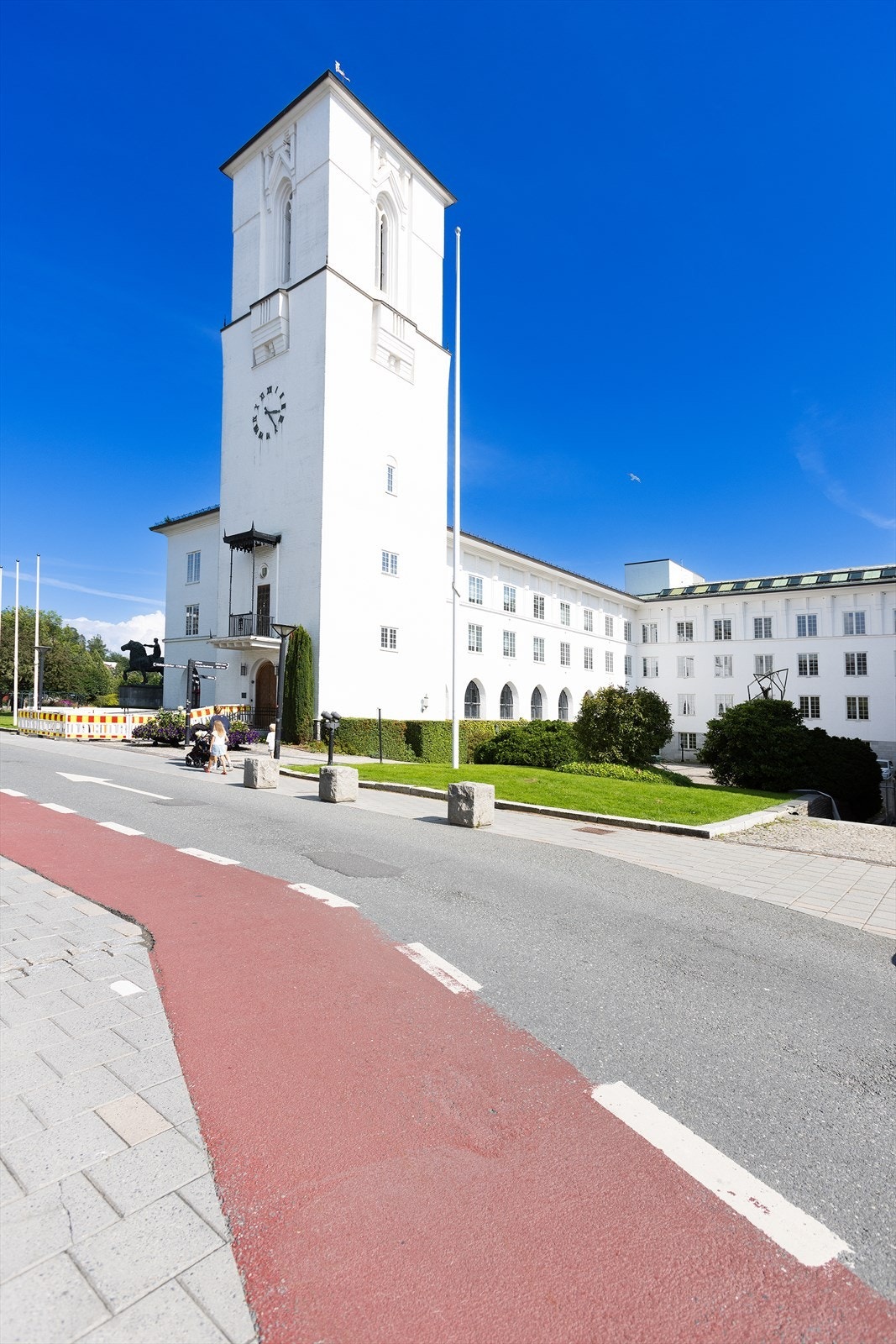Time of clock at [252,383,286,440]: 3:23
